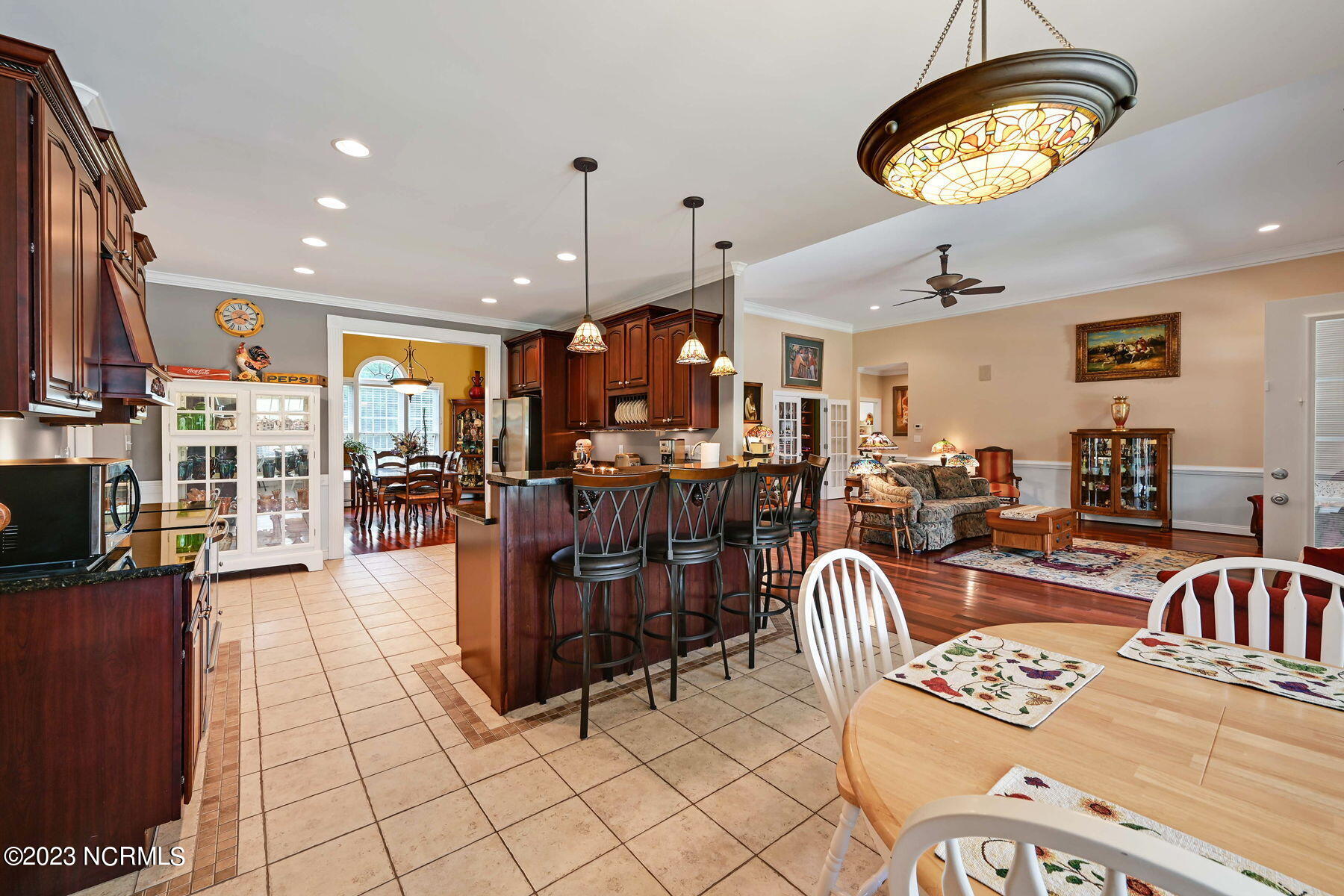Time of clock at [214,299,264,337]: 3:40
